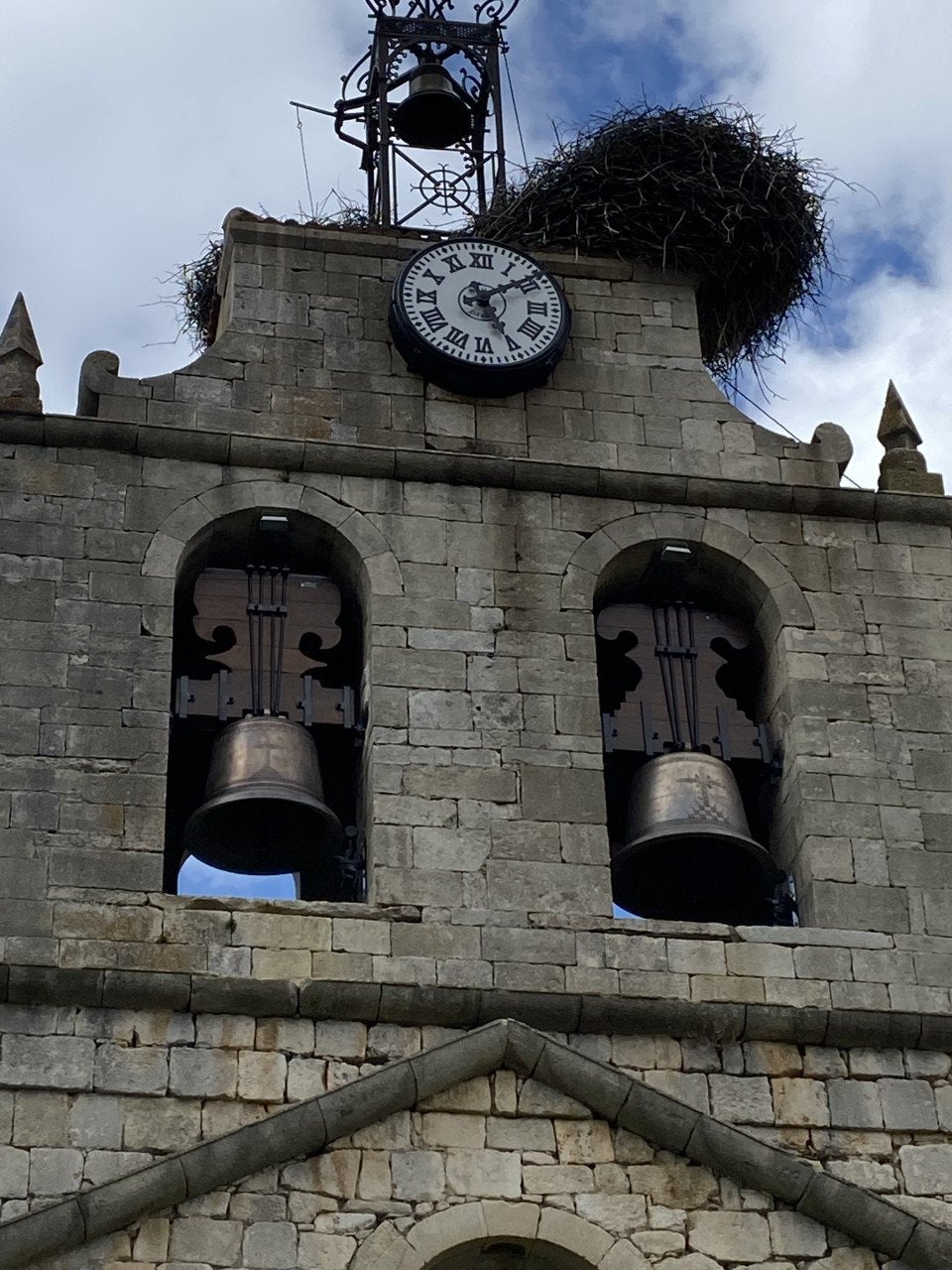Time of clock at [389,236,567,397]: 5:09
